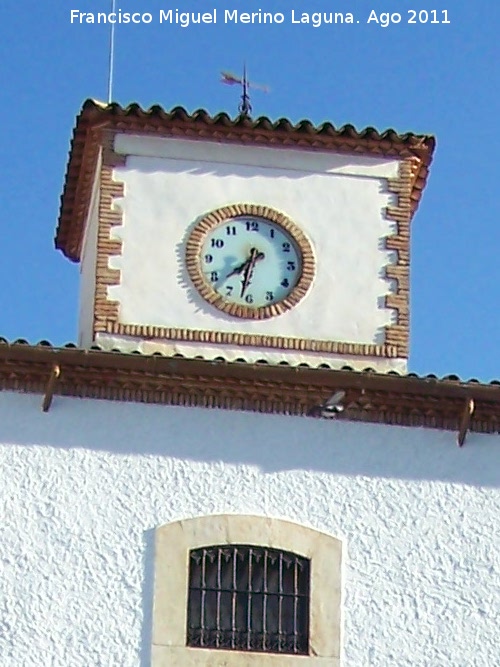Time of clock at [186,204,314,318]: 7:31
